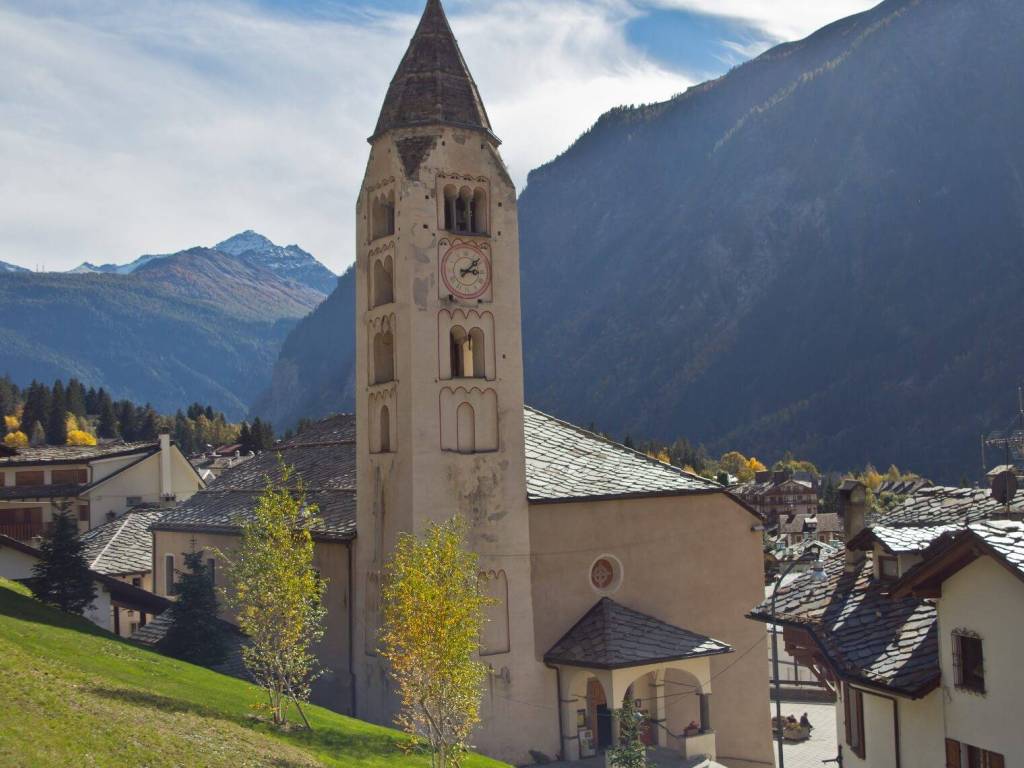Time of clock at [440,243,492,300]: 3:08
